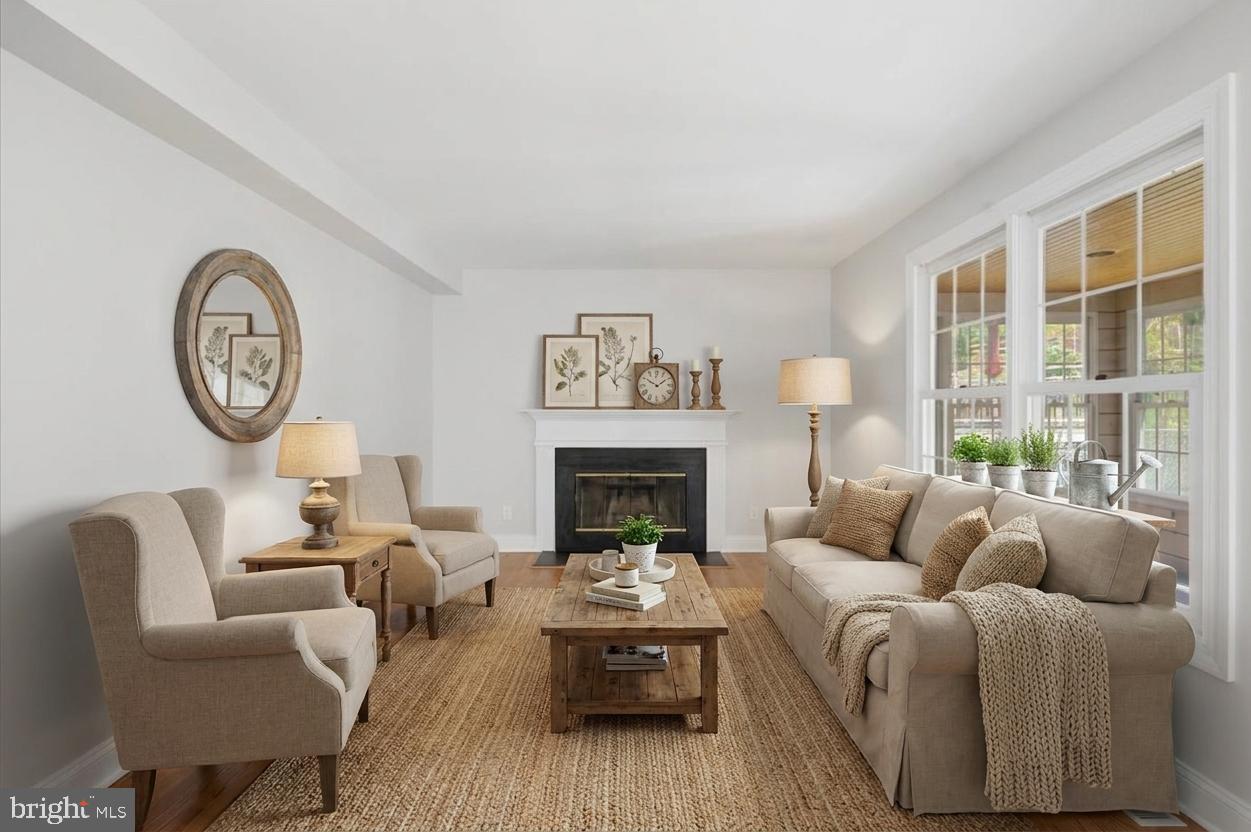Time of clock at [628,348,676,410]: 1:50
